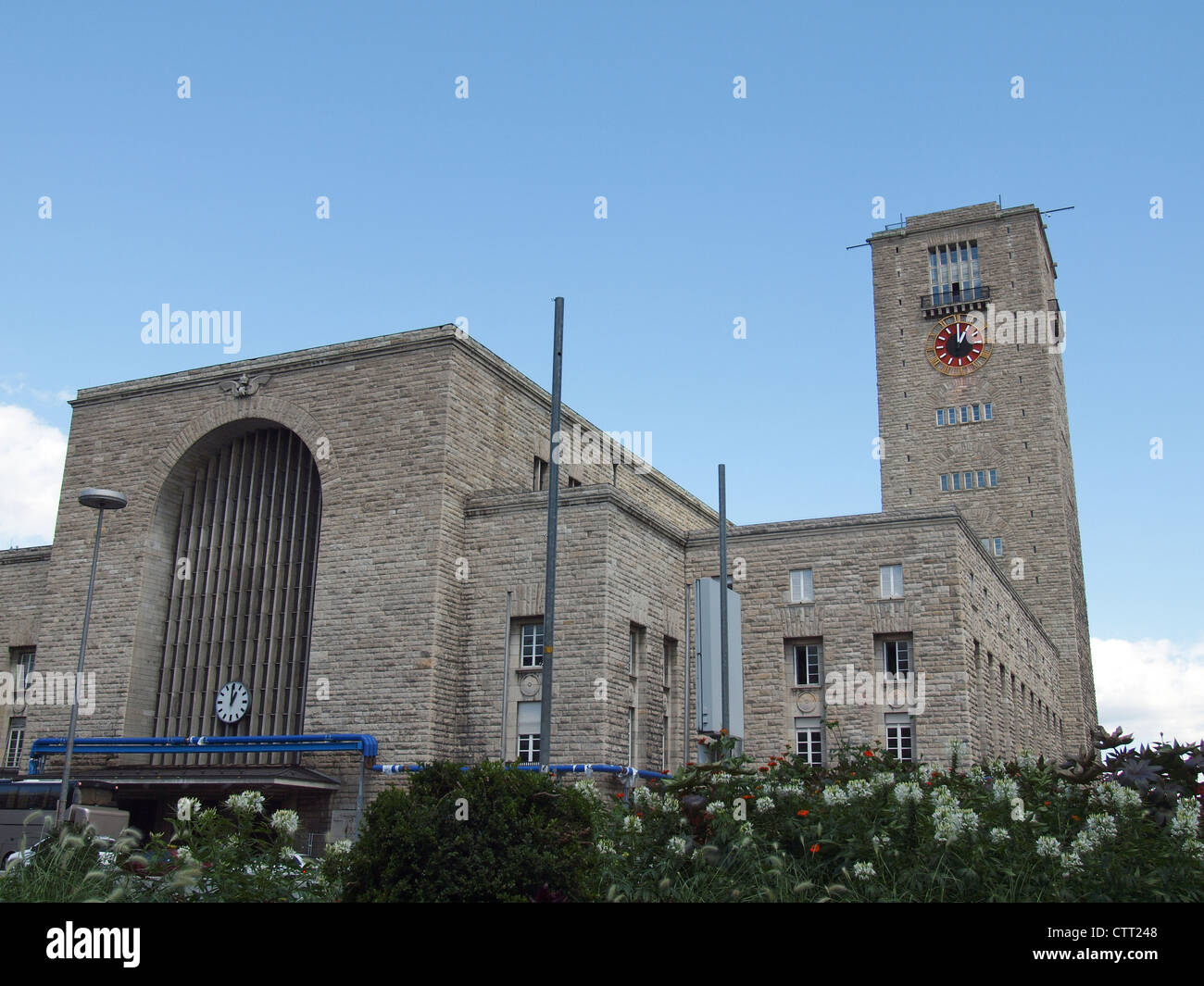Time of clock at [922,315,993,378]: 1:00
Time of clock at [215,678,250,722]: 12:59
